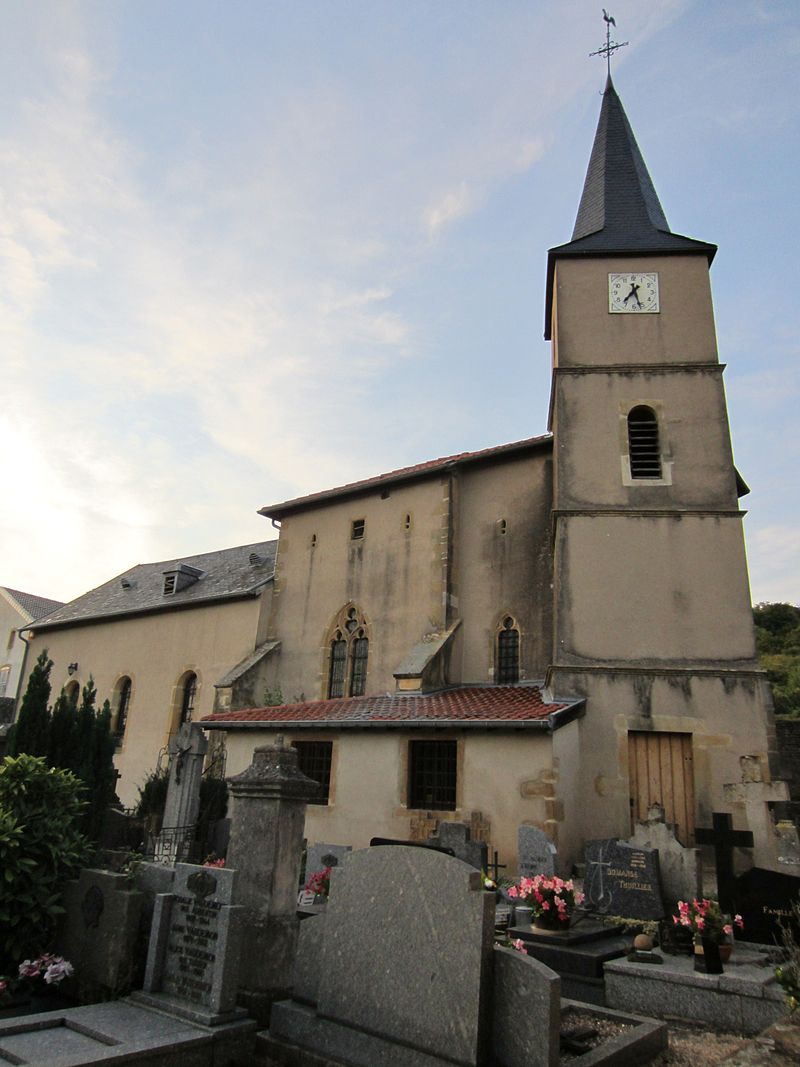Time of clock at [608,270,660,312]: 7:27
